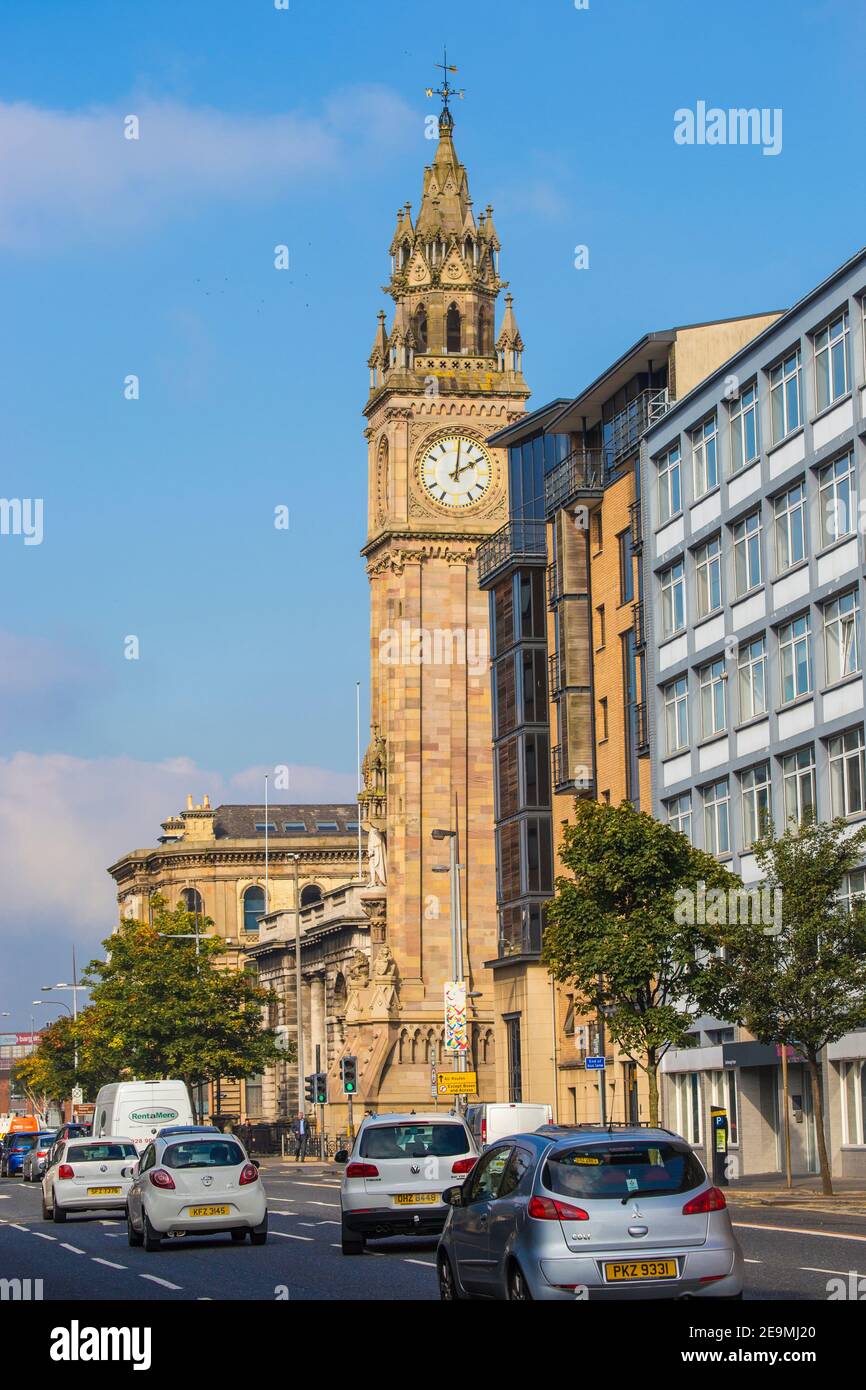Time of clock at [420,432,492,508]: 2:01
